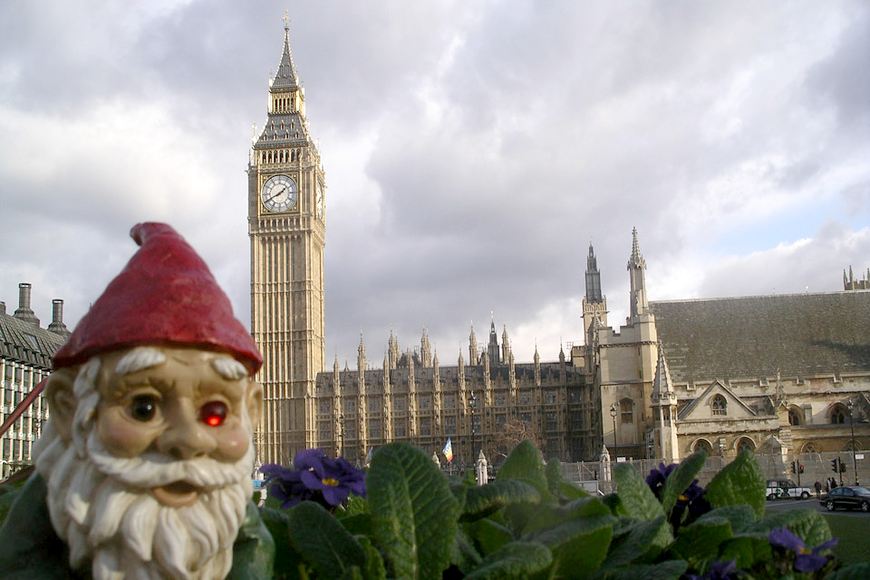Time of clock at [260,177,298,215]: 1:41
